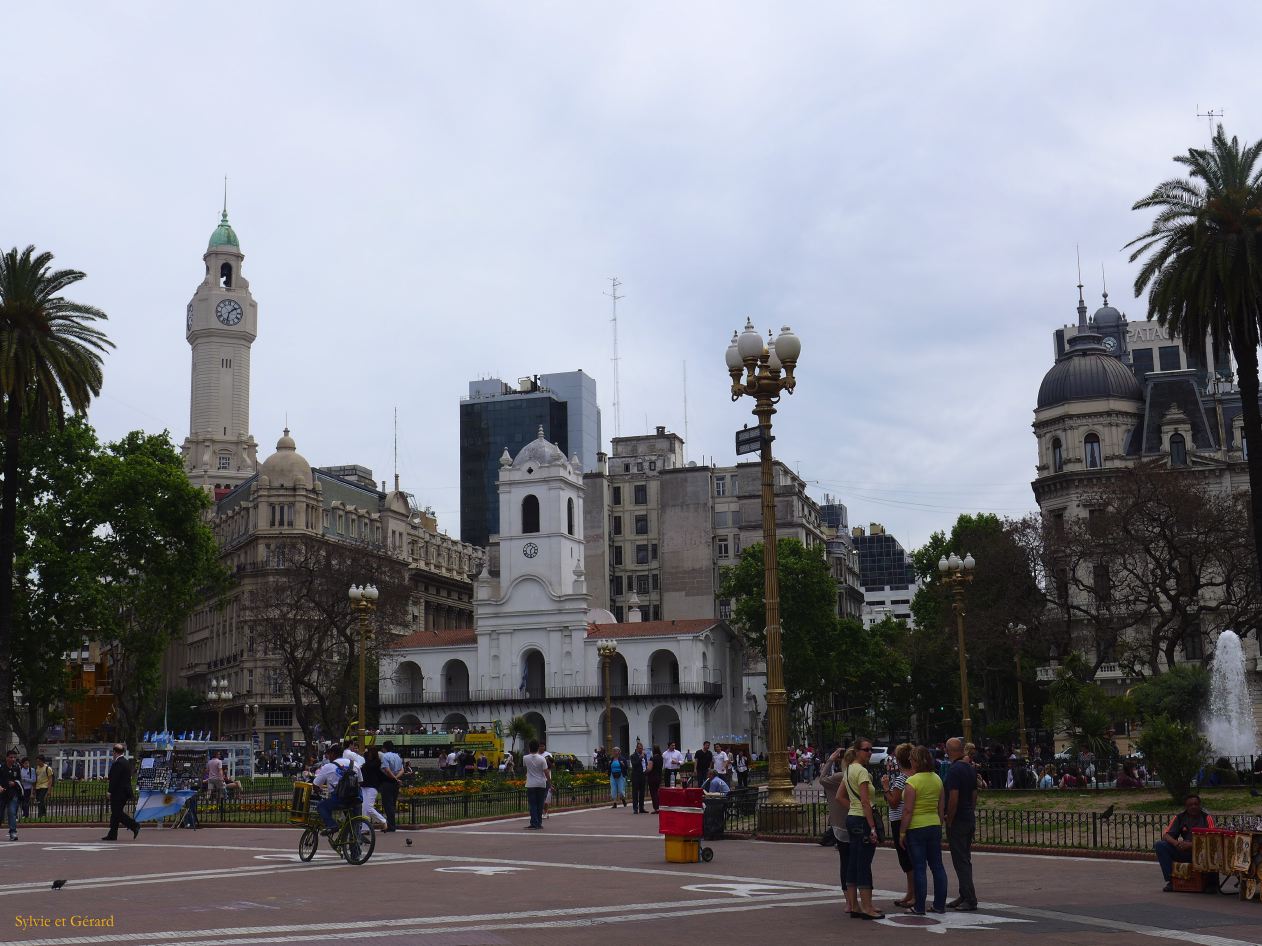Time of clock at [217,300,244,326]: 1:32
